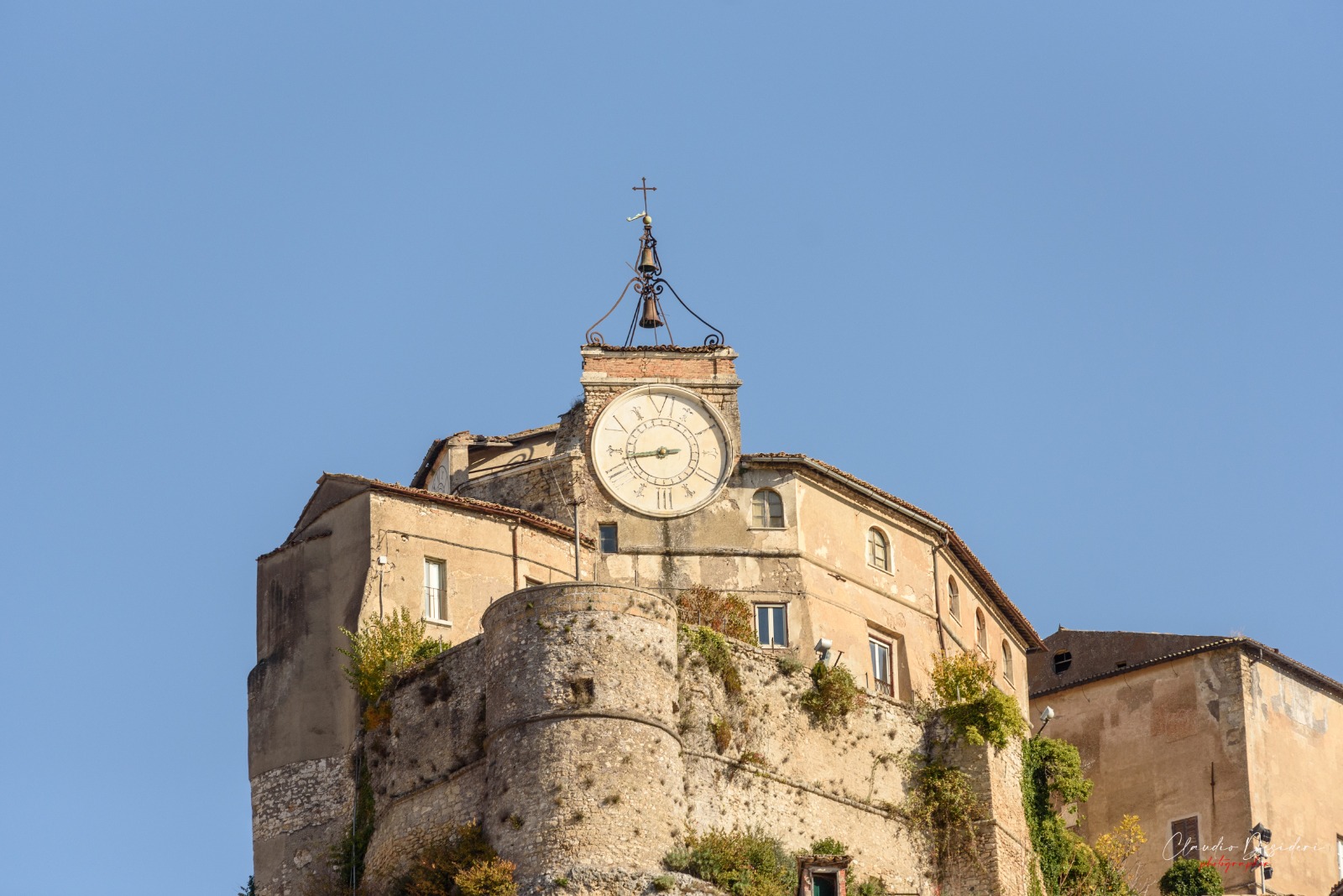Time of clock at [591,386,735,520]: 8:43
